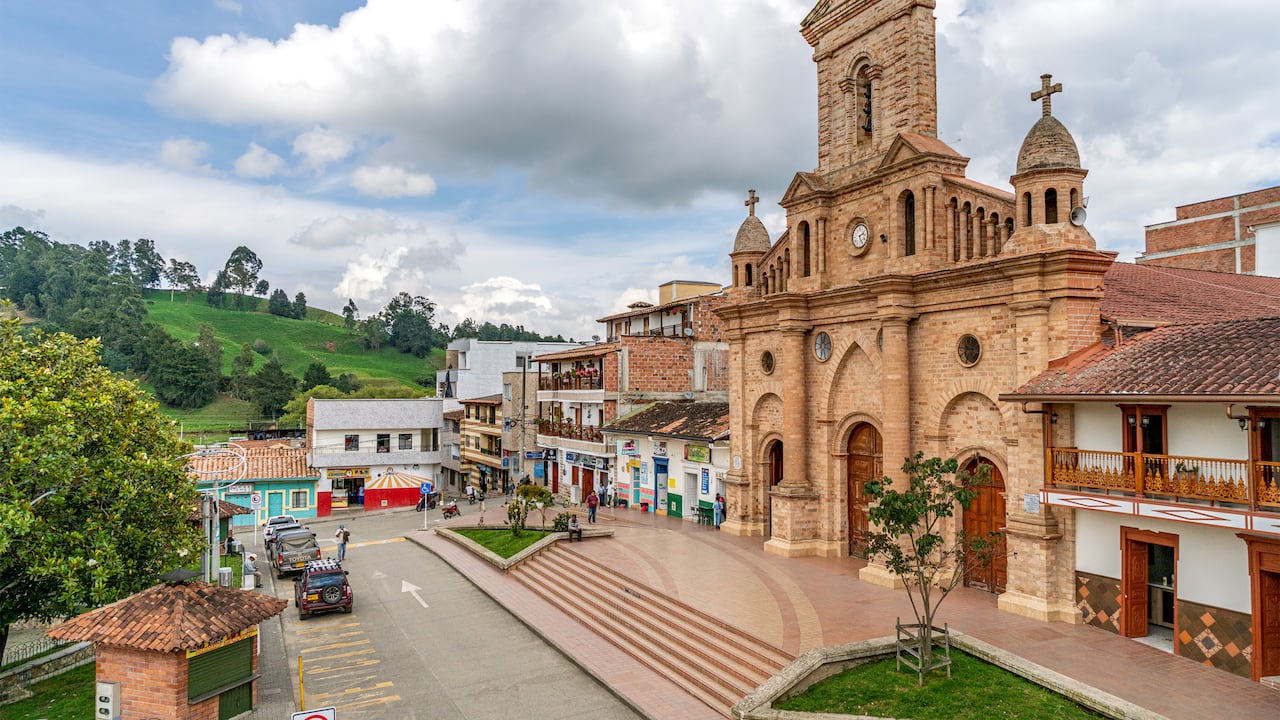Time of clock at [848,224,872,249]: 2:24
